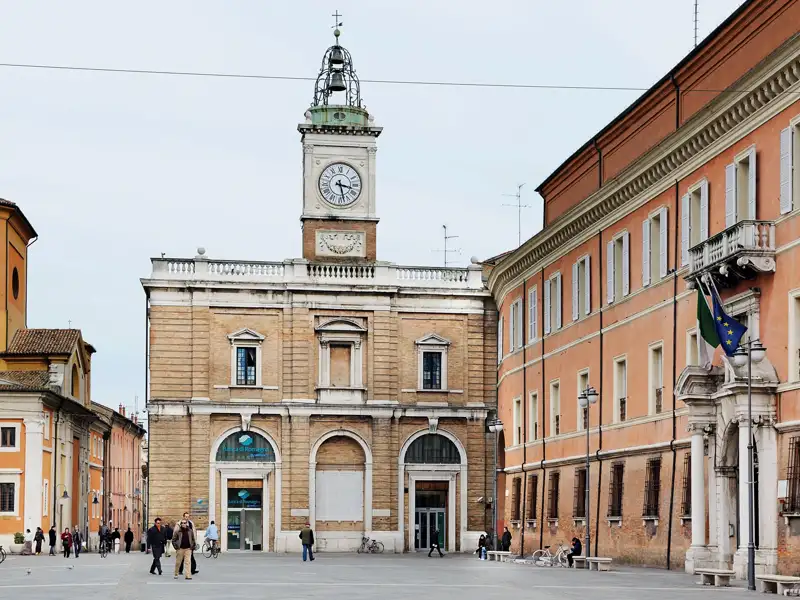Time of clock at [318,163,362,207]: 3:27
